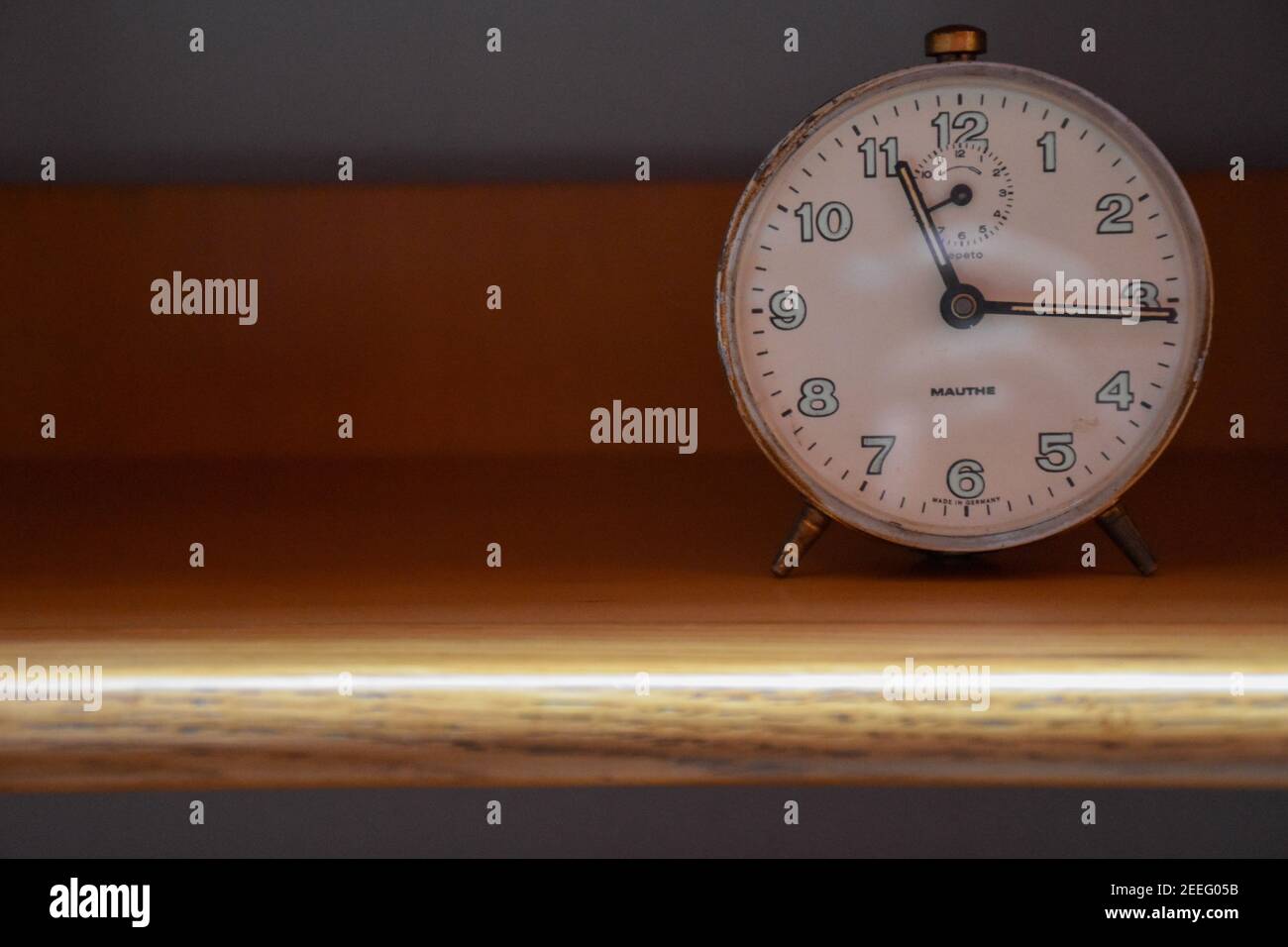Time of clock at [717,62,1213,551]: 11:15
